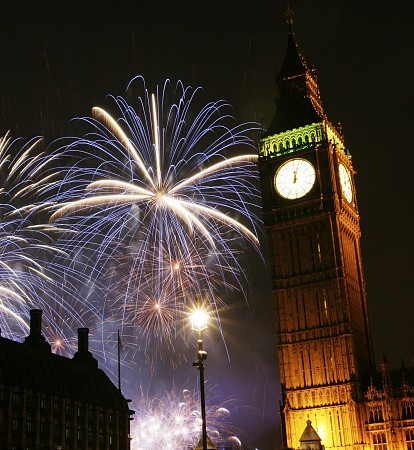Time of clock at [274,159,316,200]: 12:03
